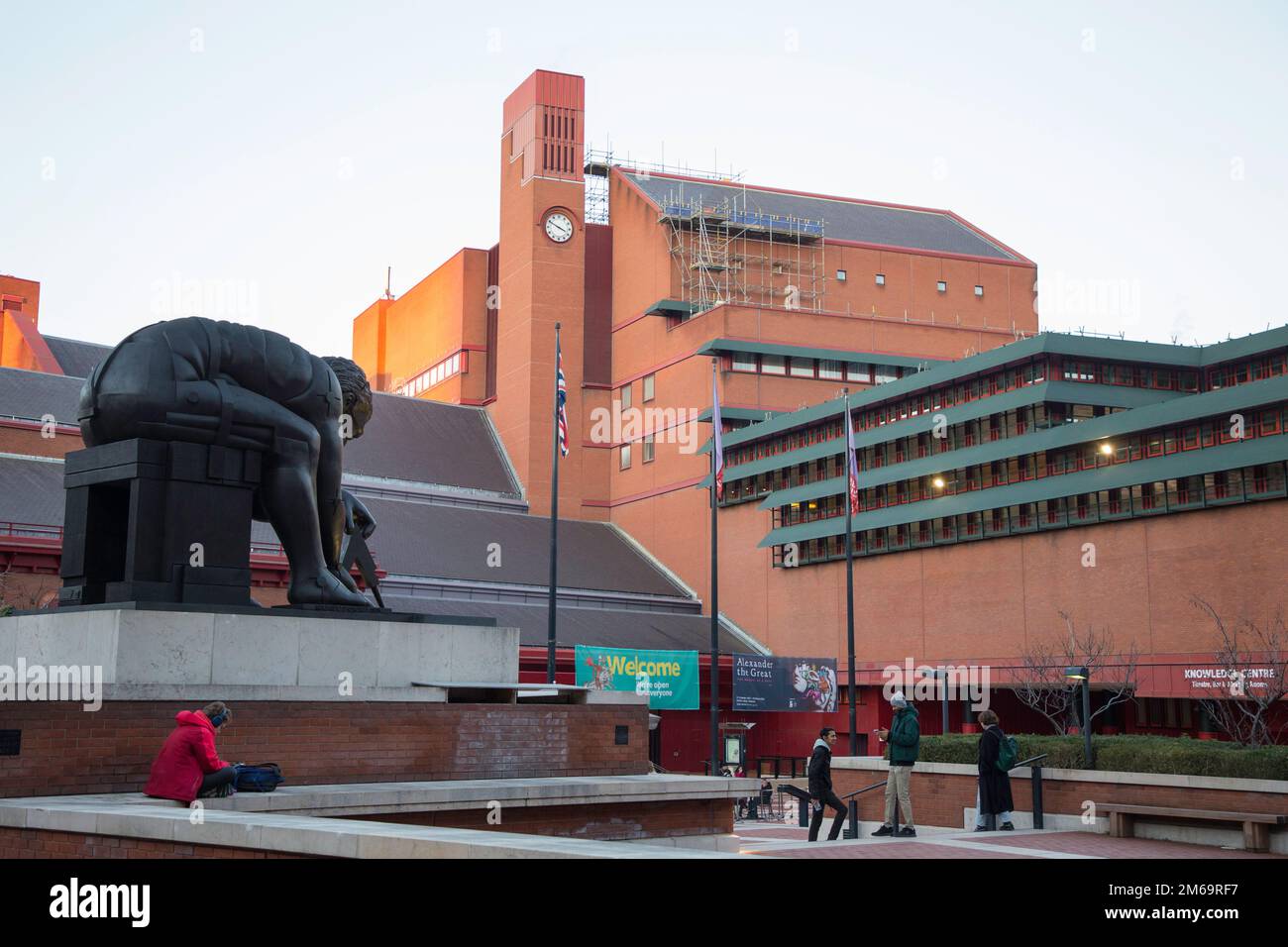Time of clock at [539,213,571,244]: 3:49
